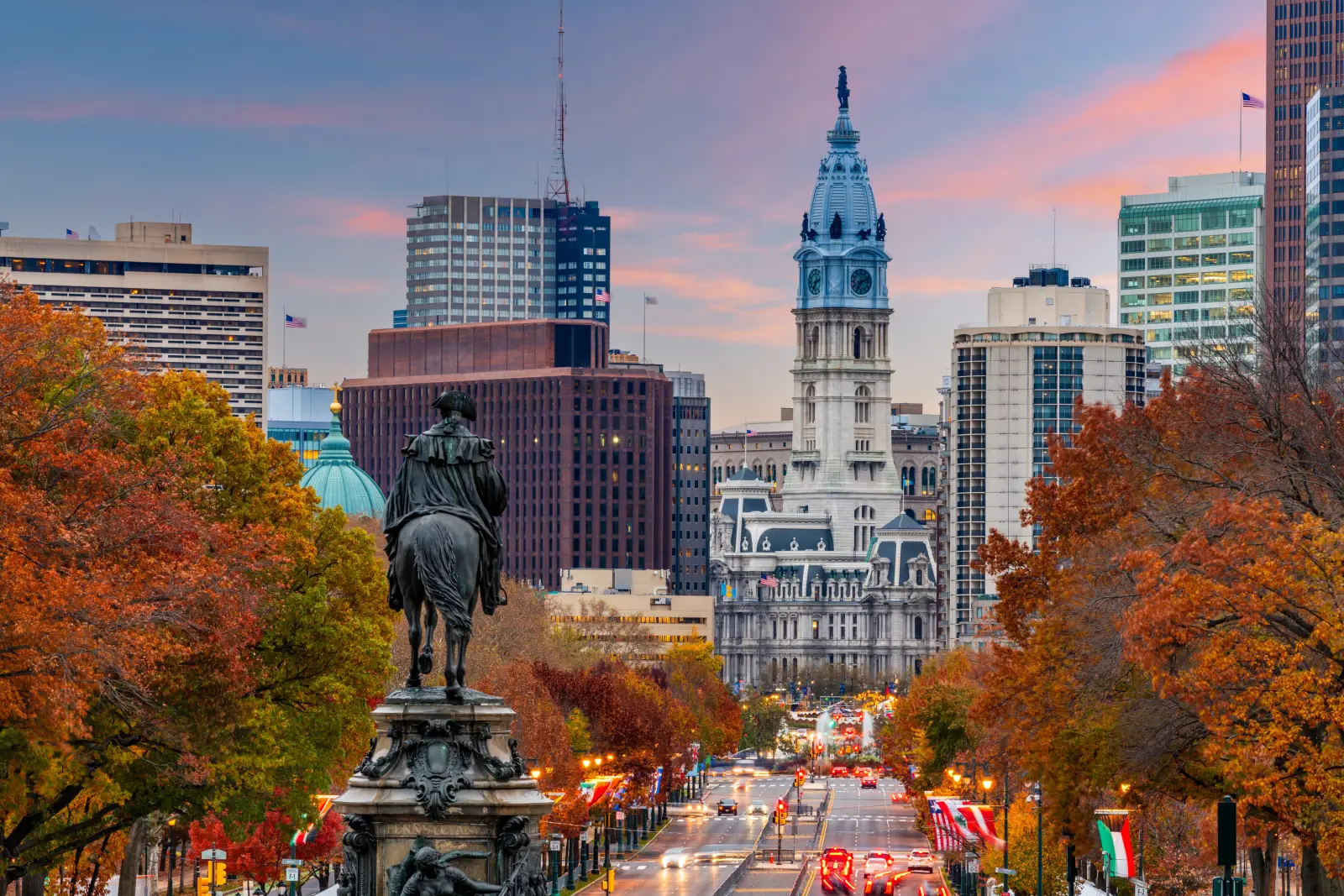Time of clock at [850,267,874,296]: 7:11
